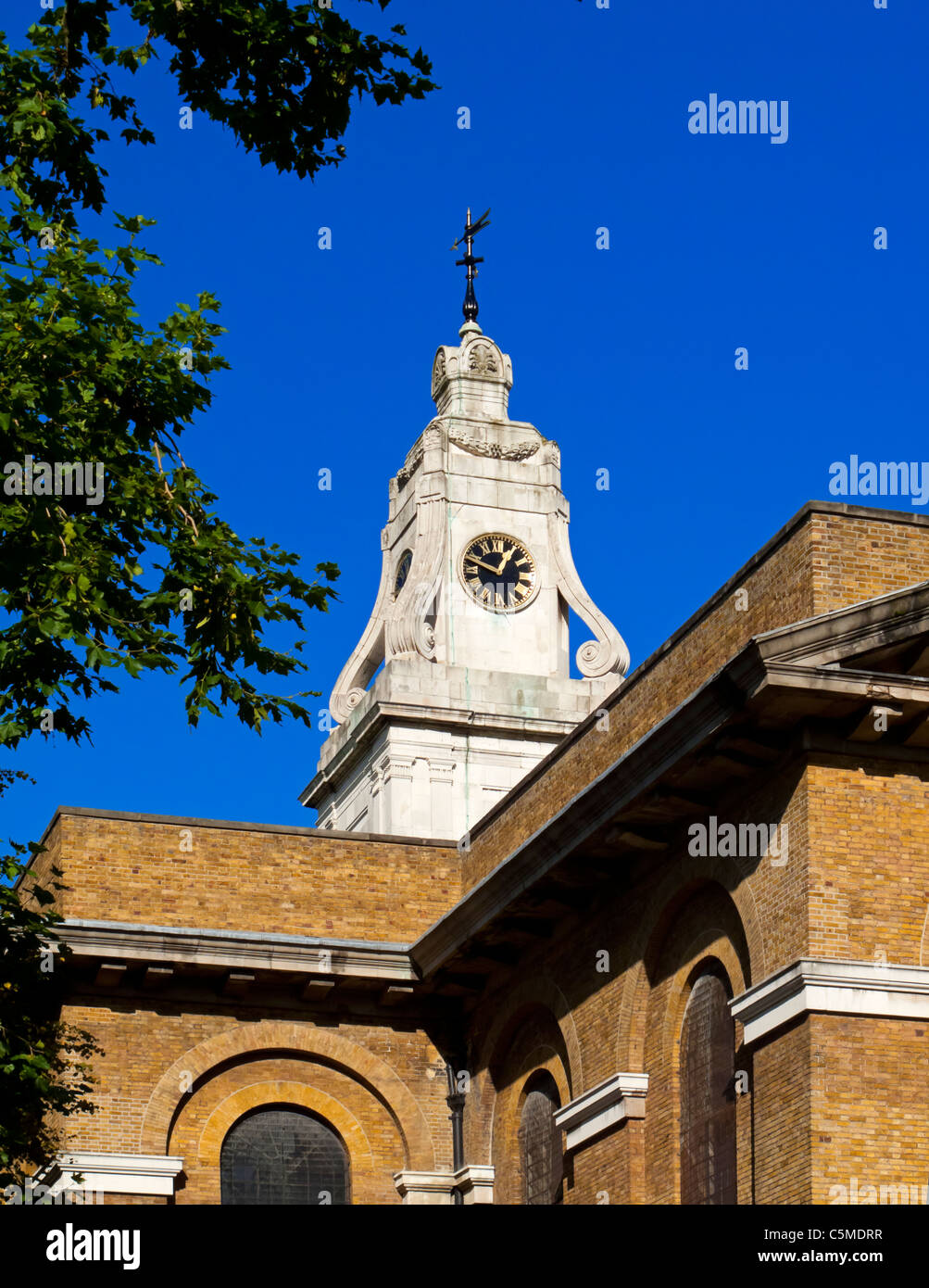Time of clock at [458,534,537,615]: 12:48
